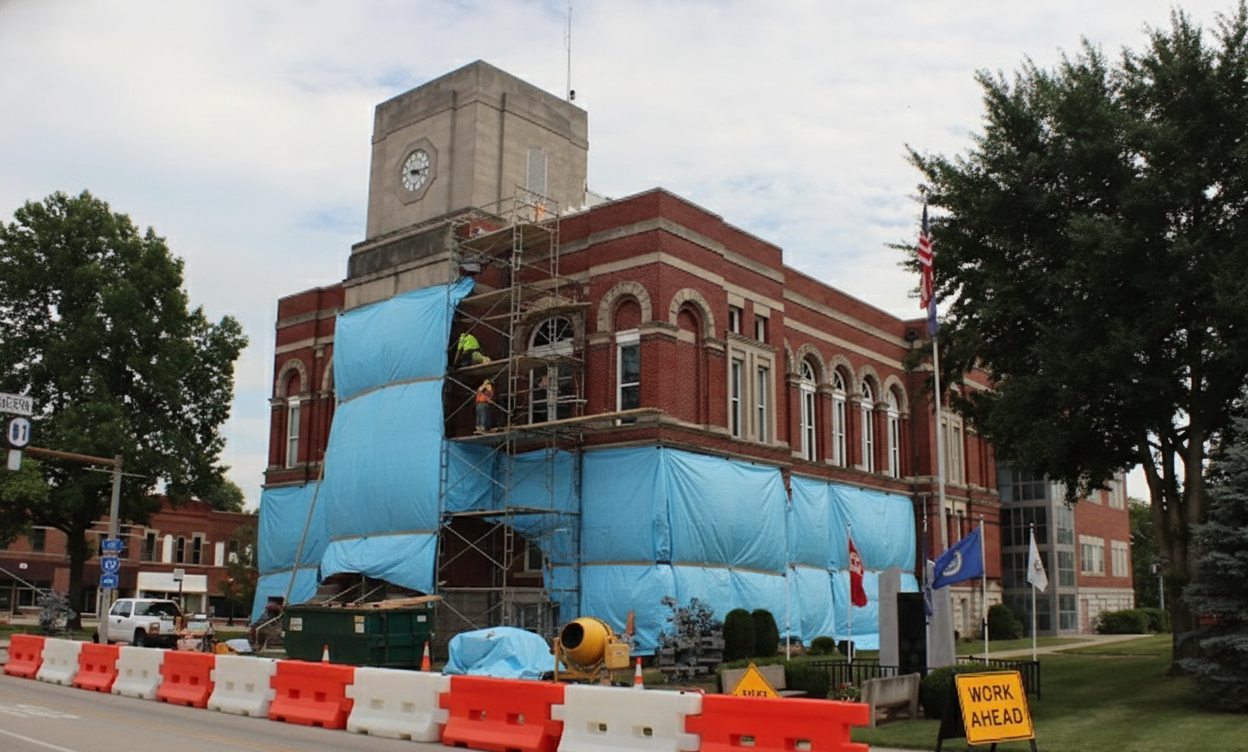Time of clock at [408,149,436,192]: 9:12
